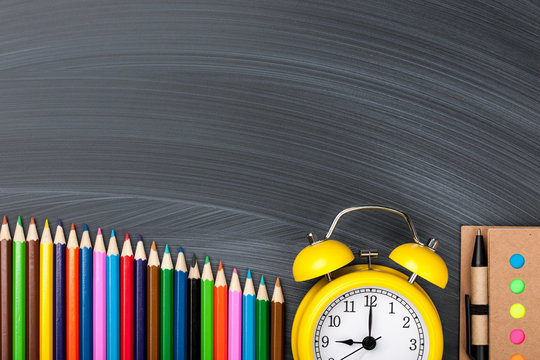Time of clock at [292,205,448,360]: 9:00
